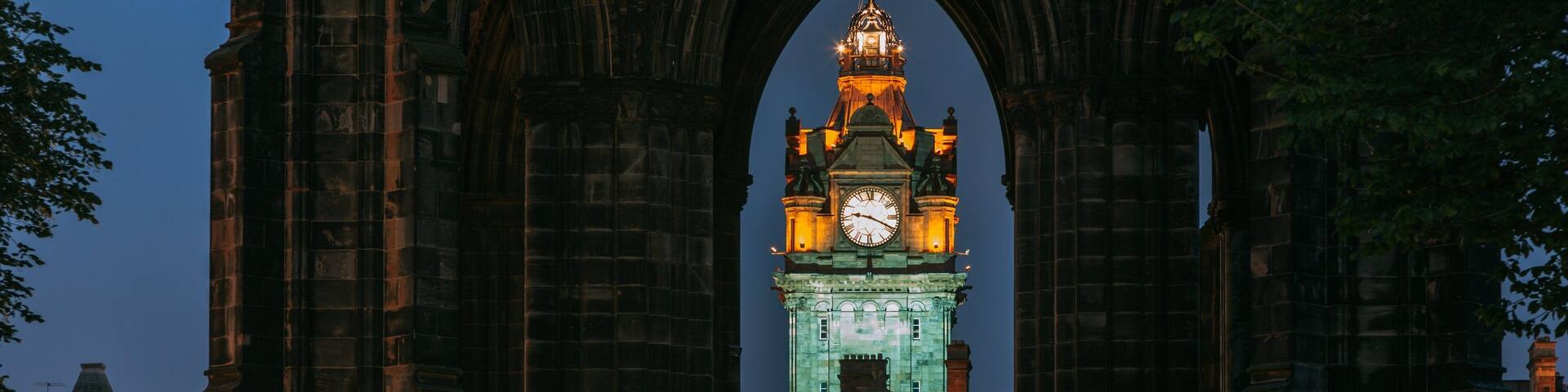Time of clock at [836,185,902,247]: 9:19
